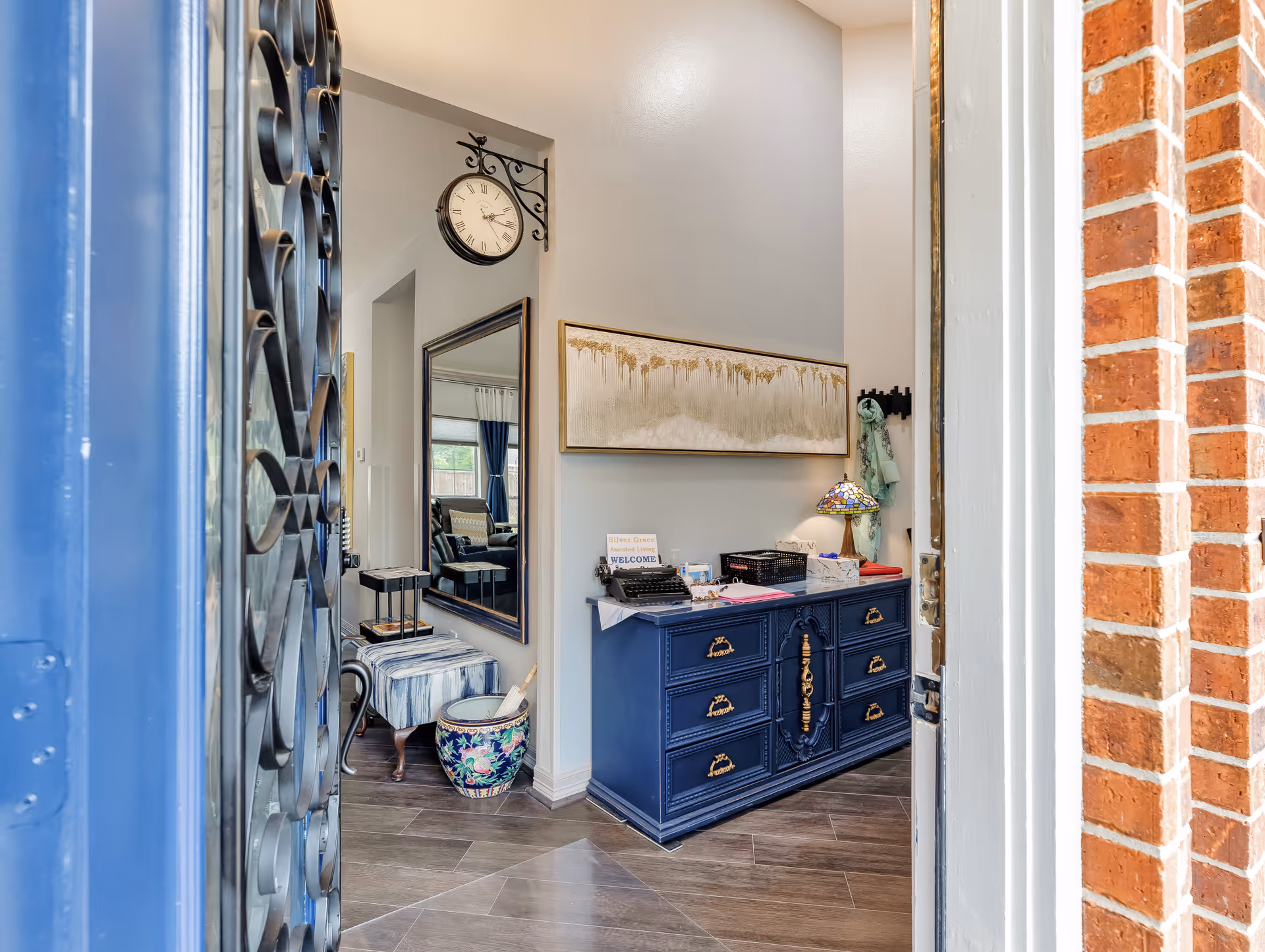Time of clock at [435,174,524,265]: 2:16
